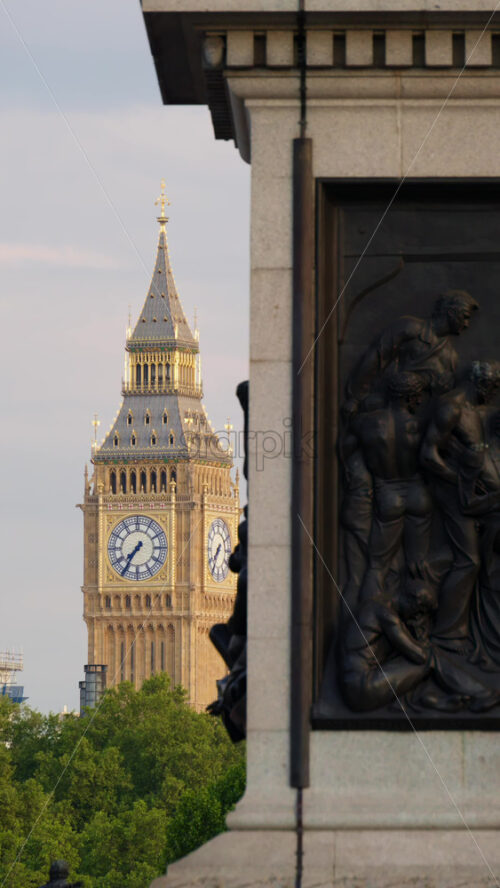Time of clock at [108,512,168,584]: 7:35
